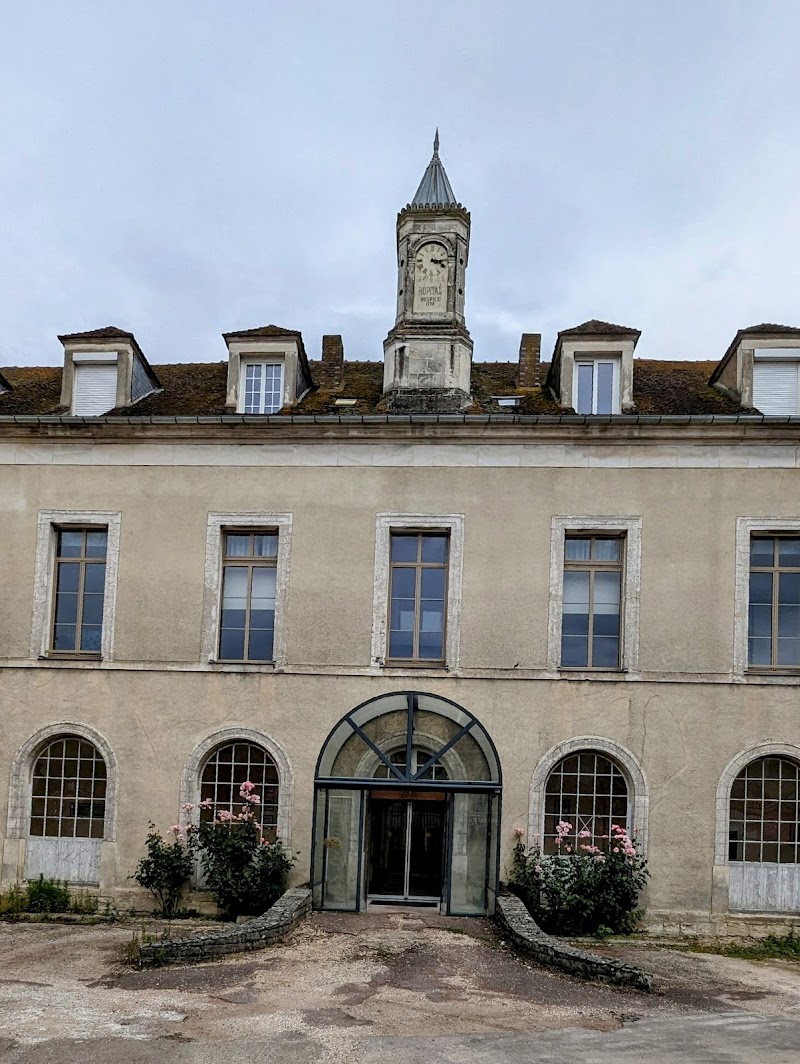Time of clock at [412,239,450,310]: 3:13
